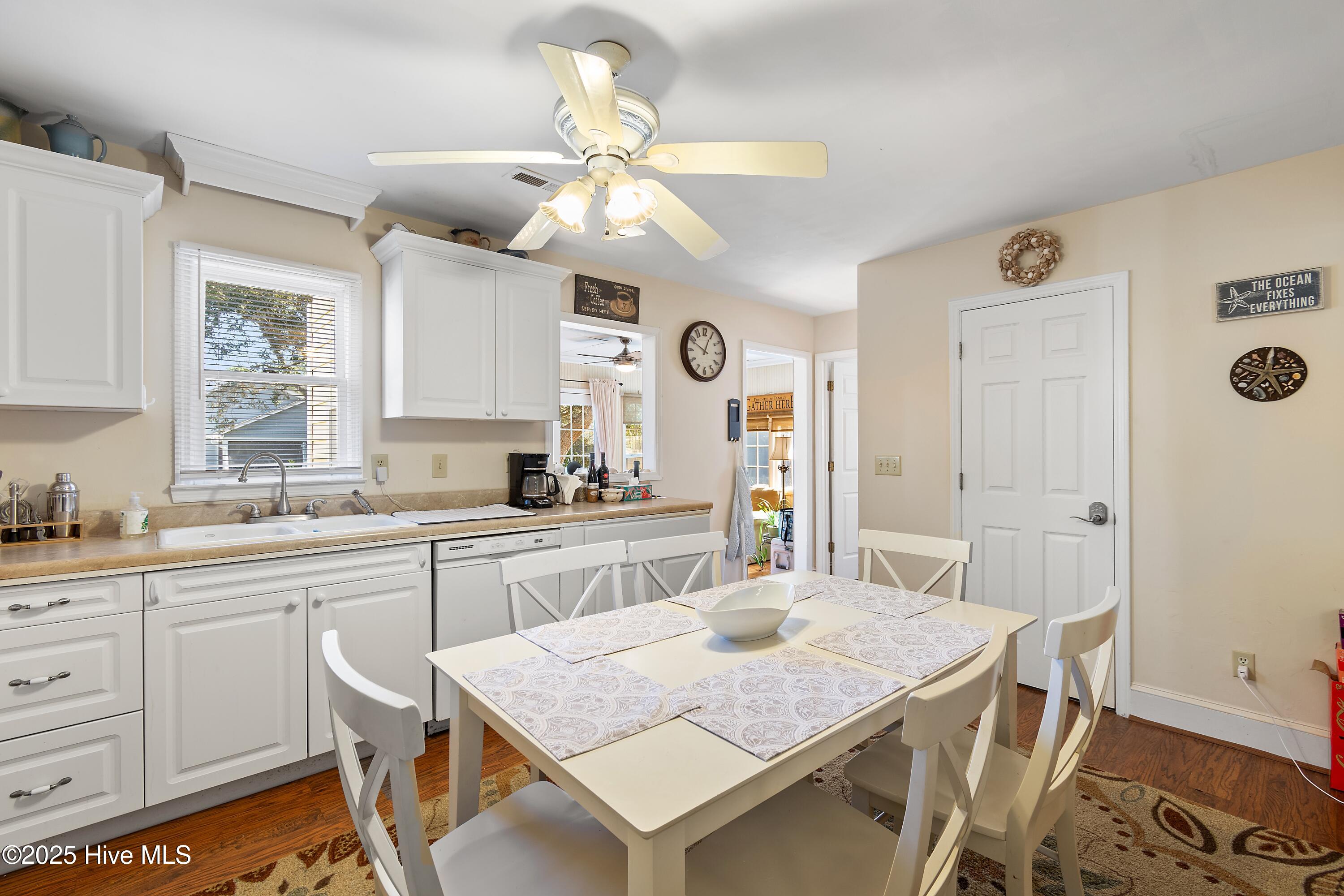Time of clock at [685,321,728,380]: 12:49
